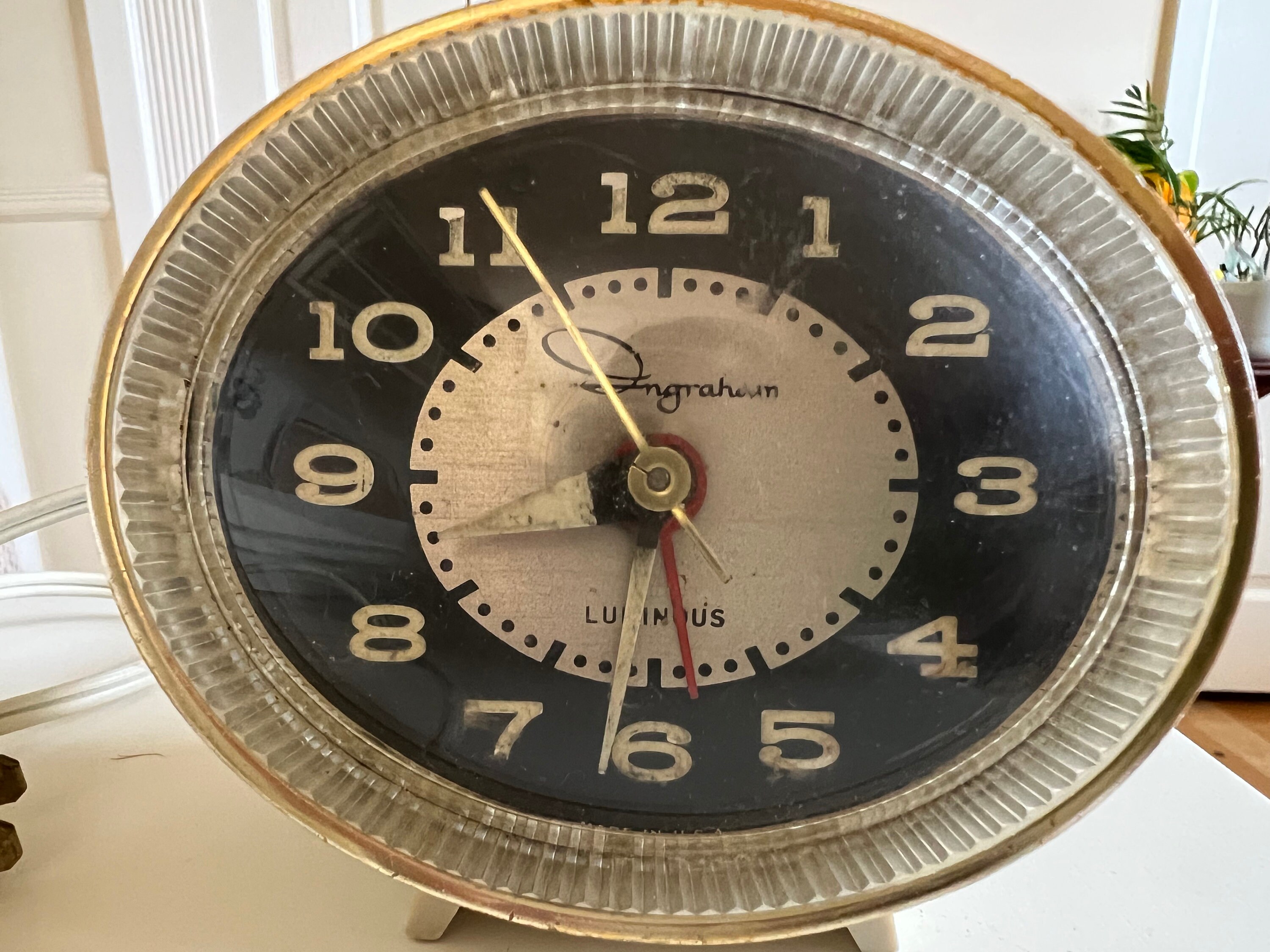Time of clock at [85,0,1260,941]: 5:55
